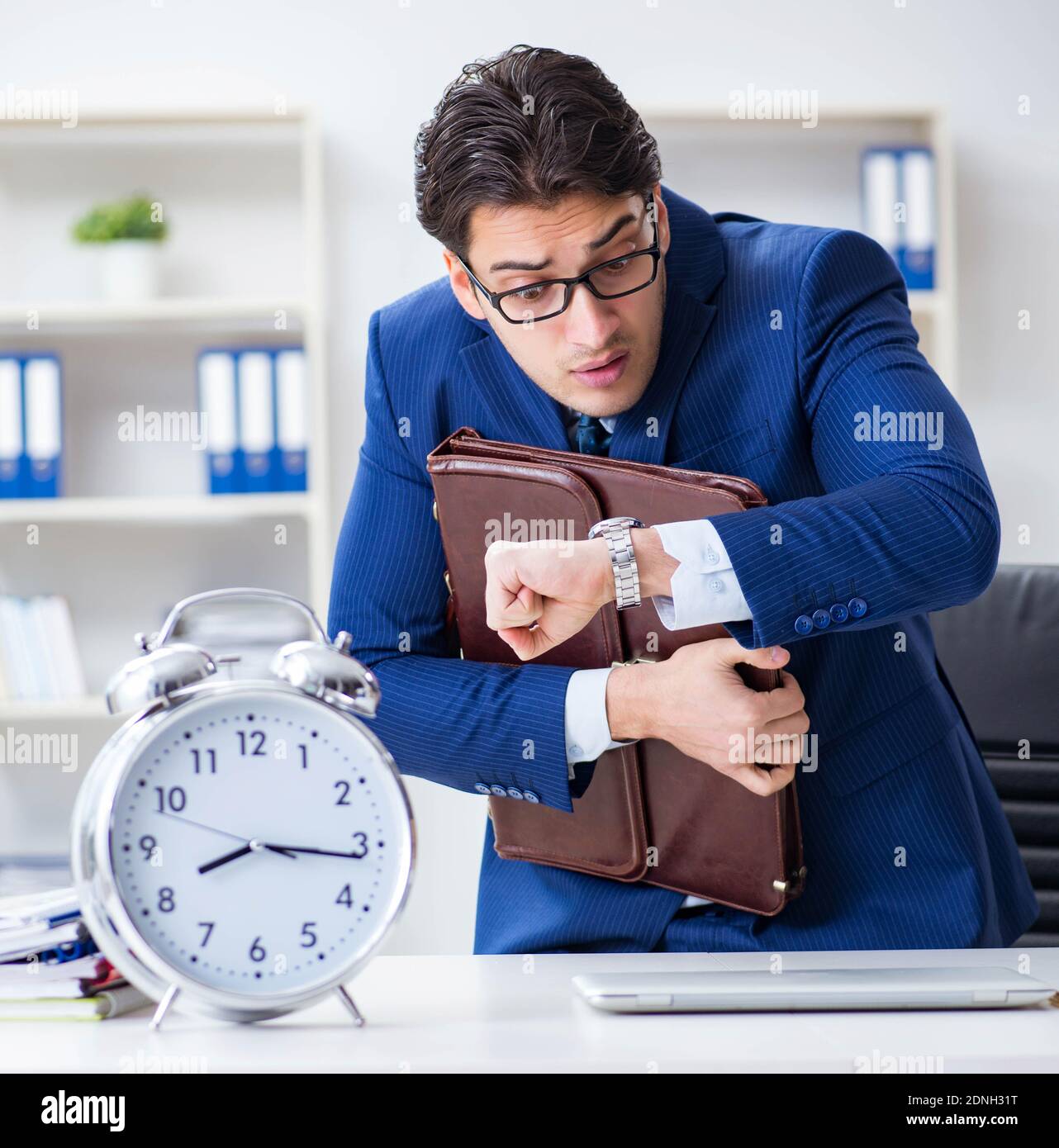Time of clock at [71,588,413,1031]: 8:15
